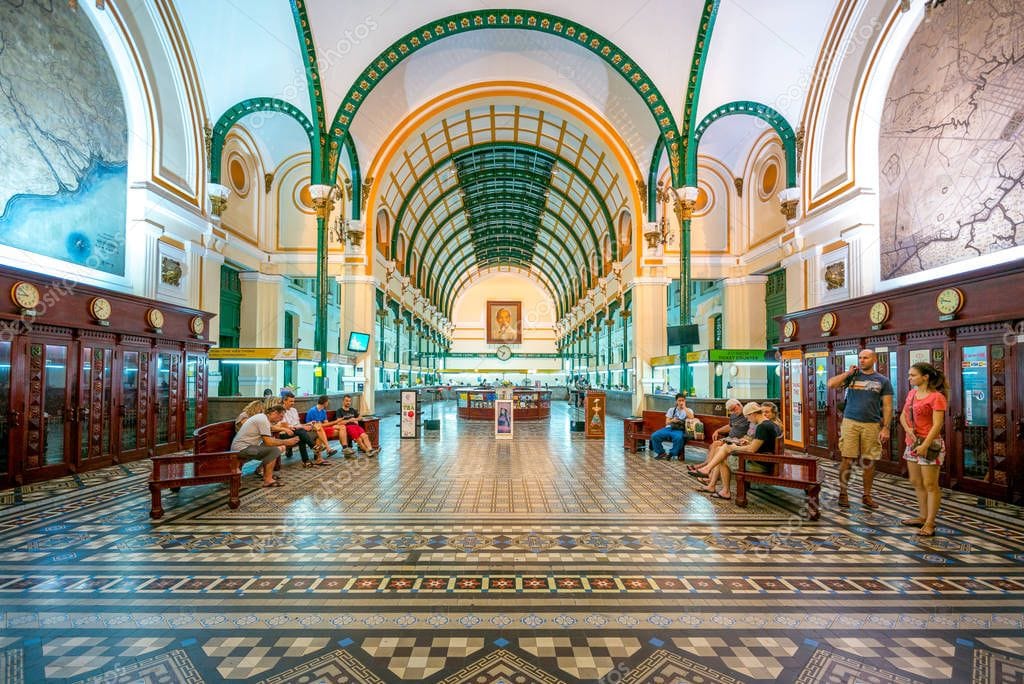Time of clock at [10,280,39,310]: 8:51
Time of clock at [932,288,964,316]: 9:47
